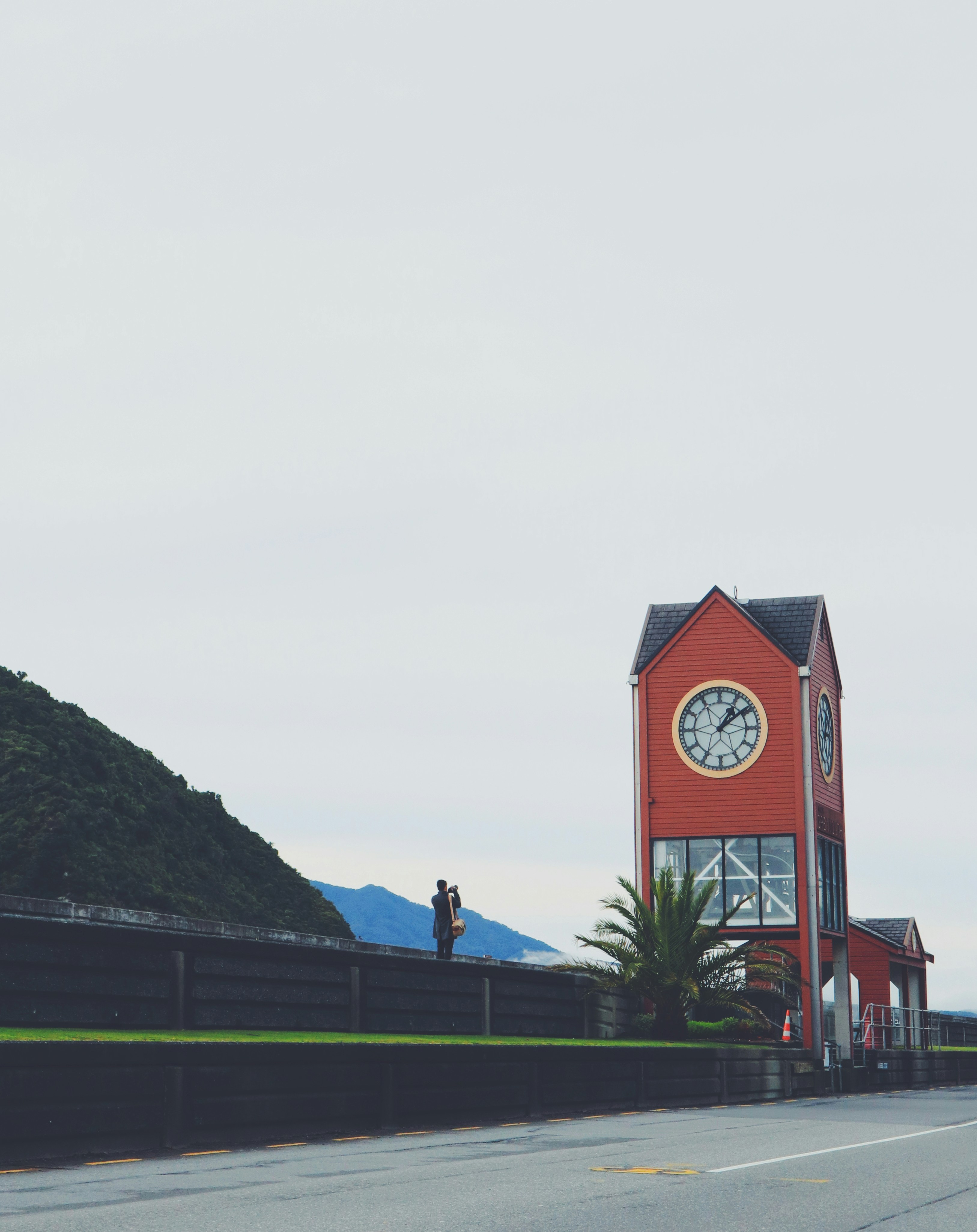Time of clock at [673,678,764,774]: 1:09
